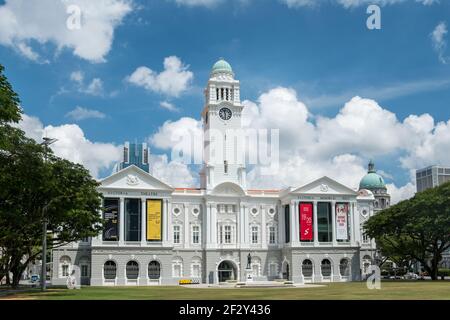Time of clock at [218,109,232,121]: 11:31
